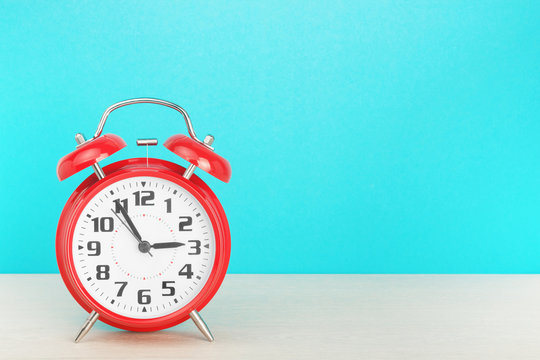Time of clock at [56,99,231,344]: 2:54
